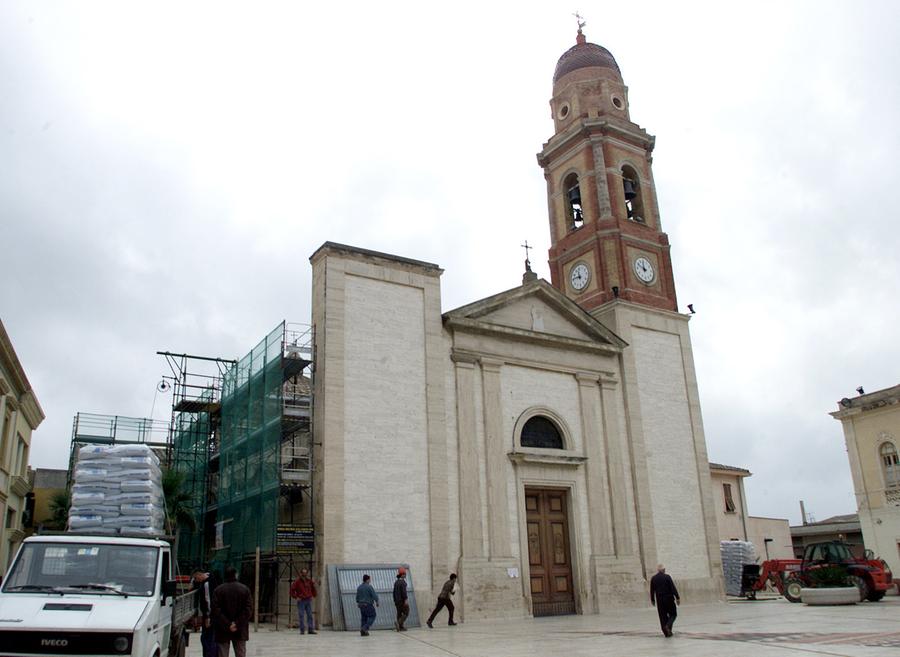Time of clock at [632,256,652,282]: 11:49
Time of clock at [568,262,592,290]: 11:45
